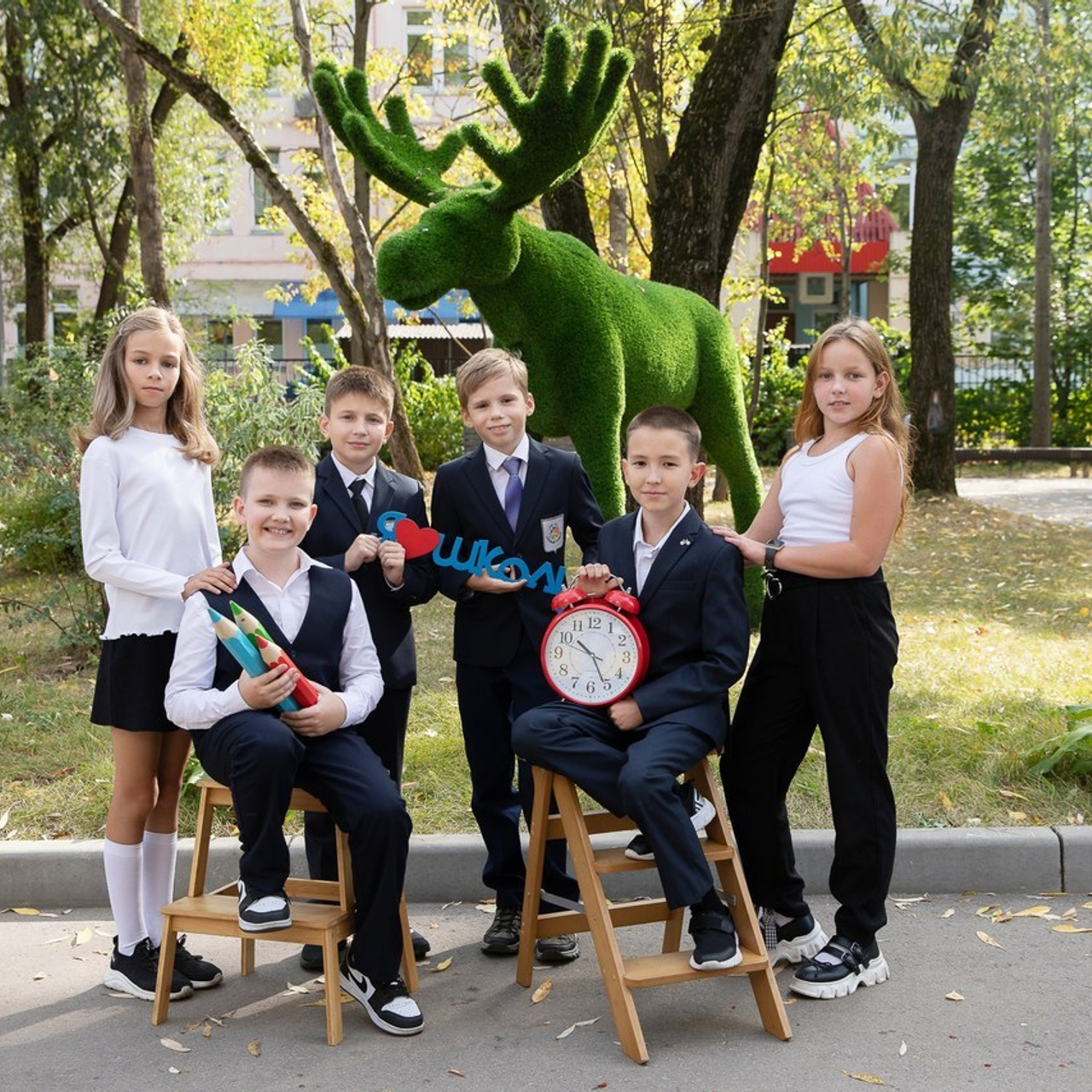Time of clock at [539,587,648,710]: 10:25
